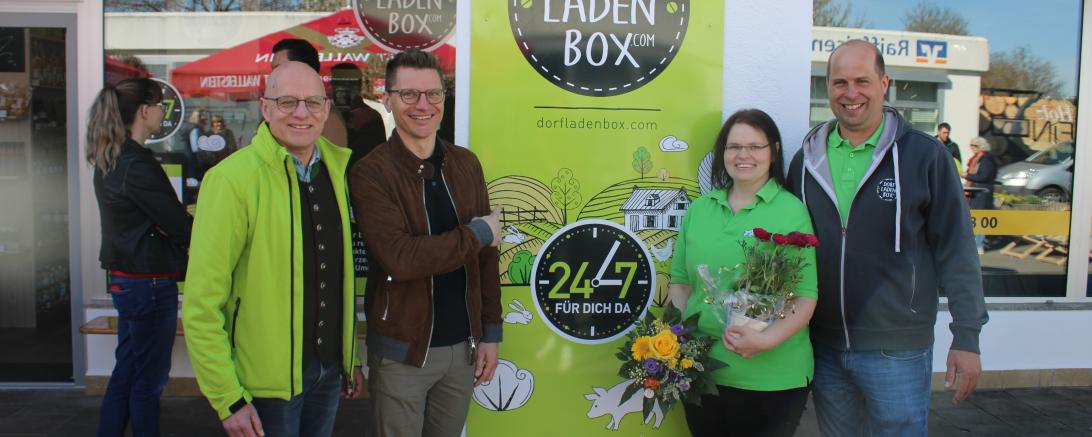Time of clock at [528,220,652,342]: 3:04
